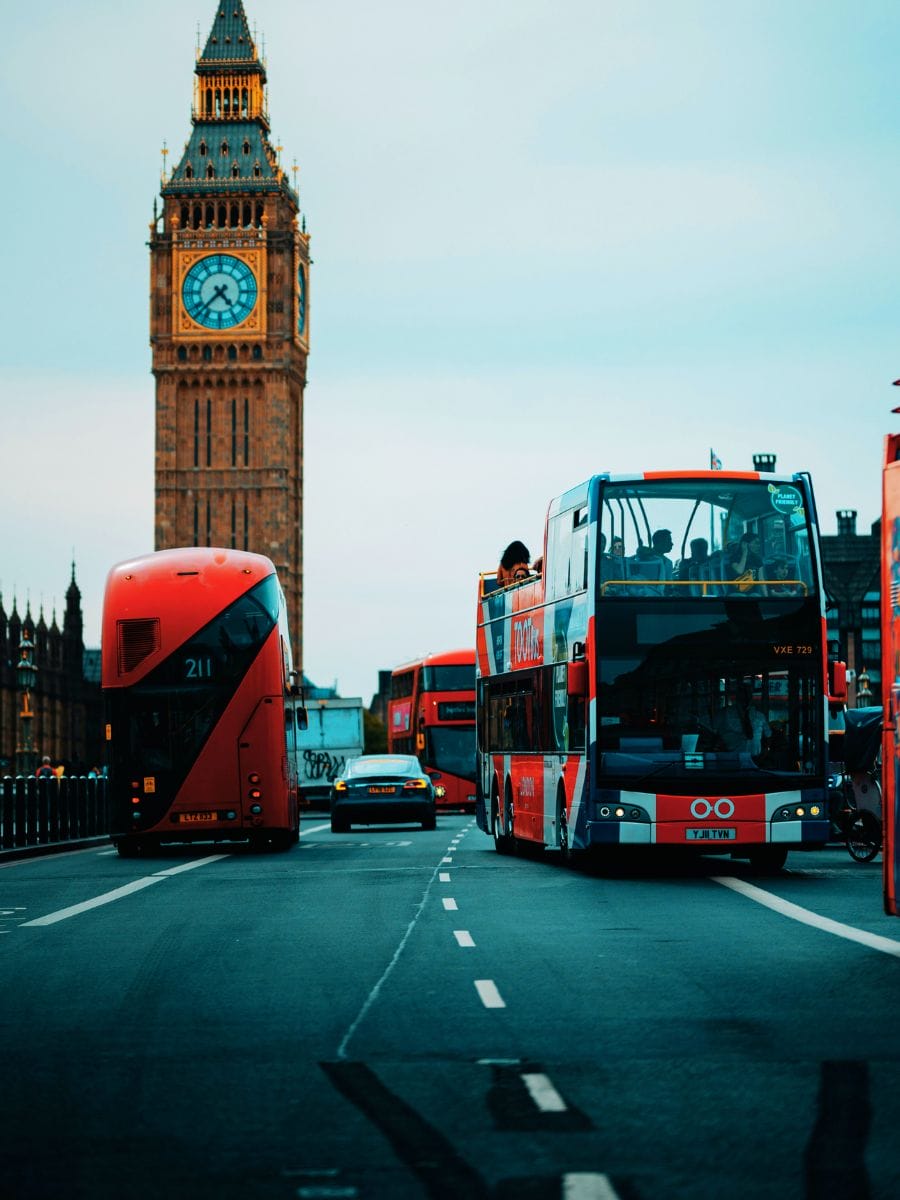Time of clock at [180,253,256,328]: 4:37
